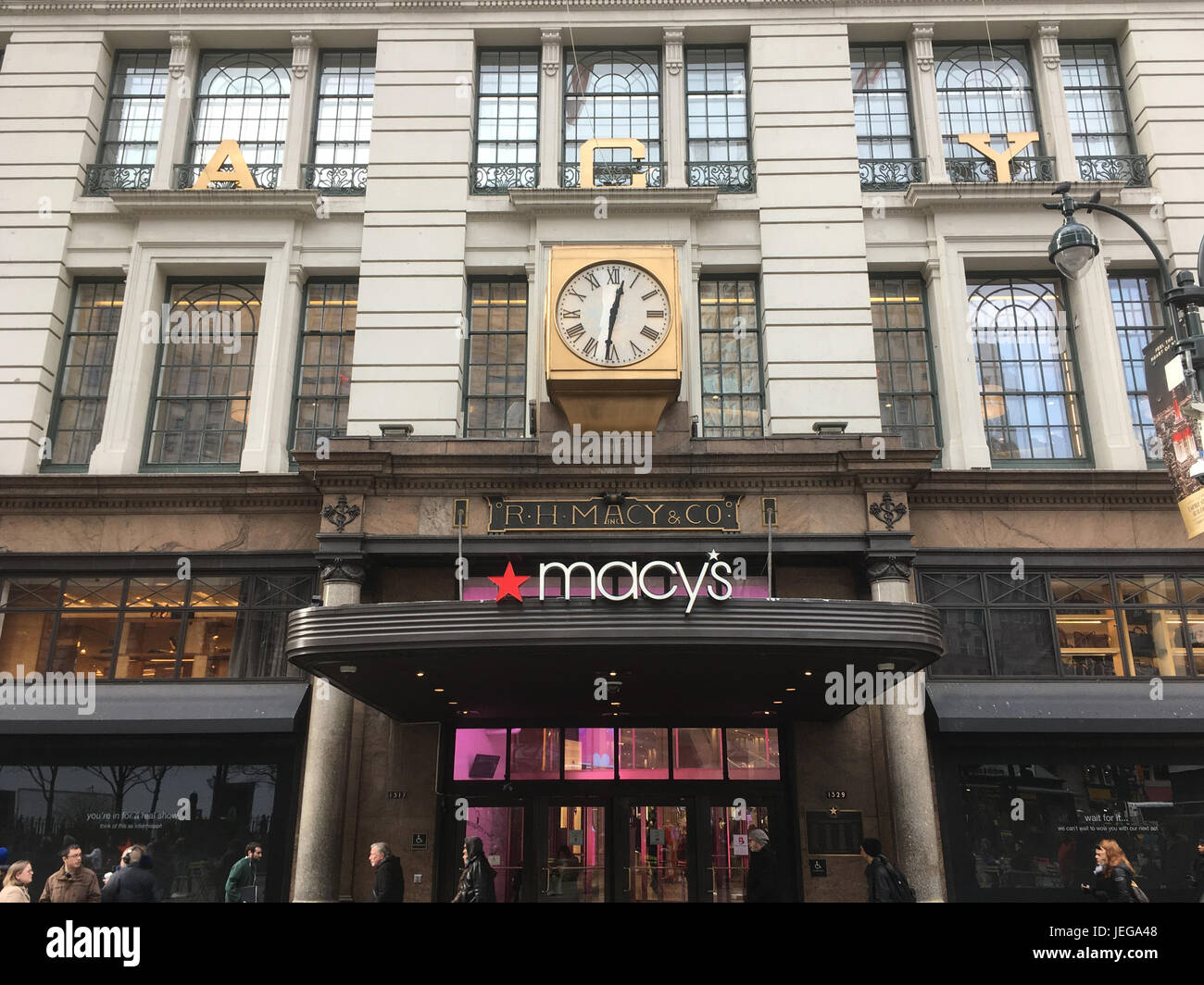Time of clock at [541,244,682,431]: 12:31
